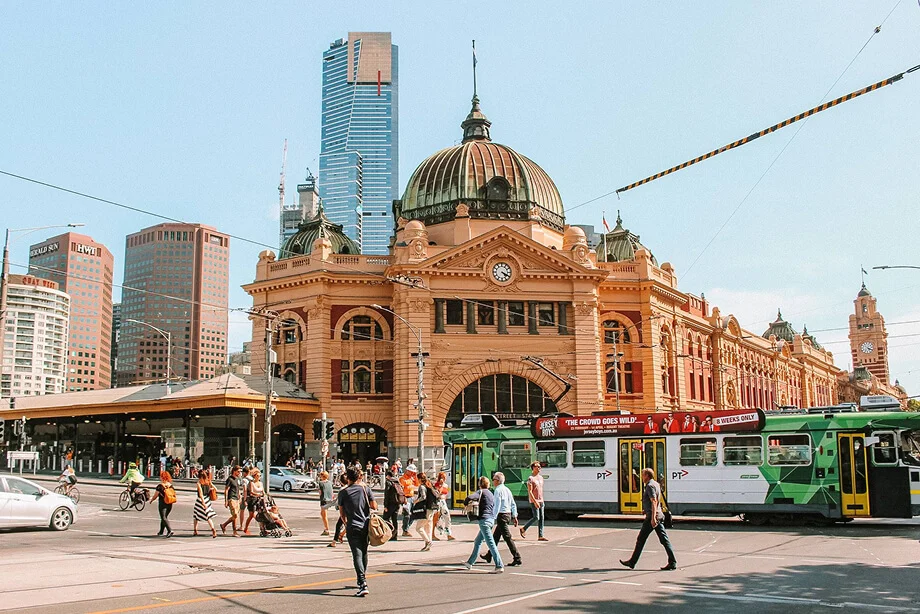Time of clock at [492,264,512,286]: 4:19
